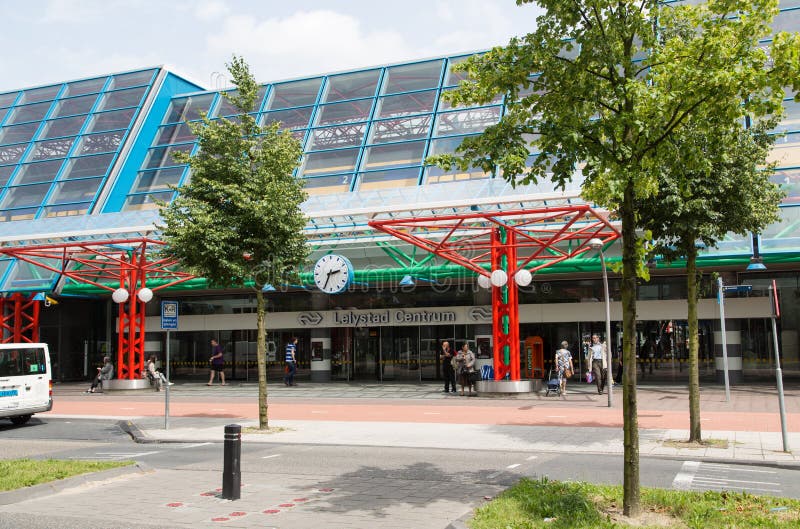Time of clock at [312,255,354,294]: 2:34
